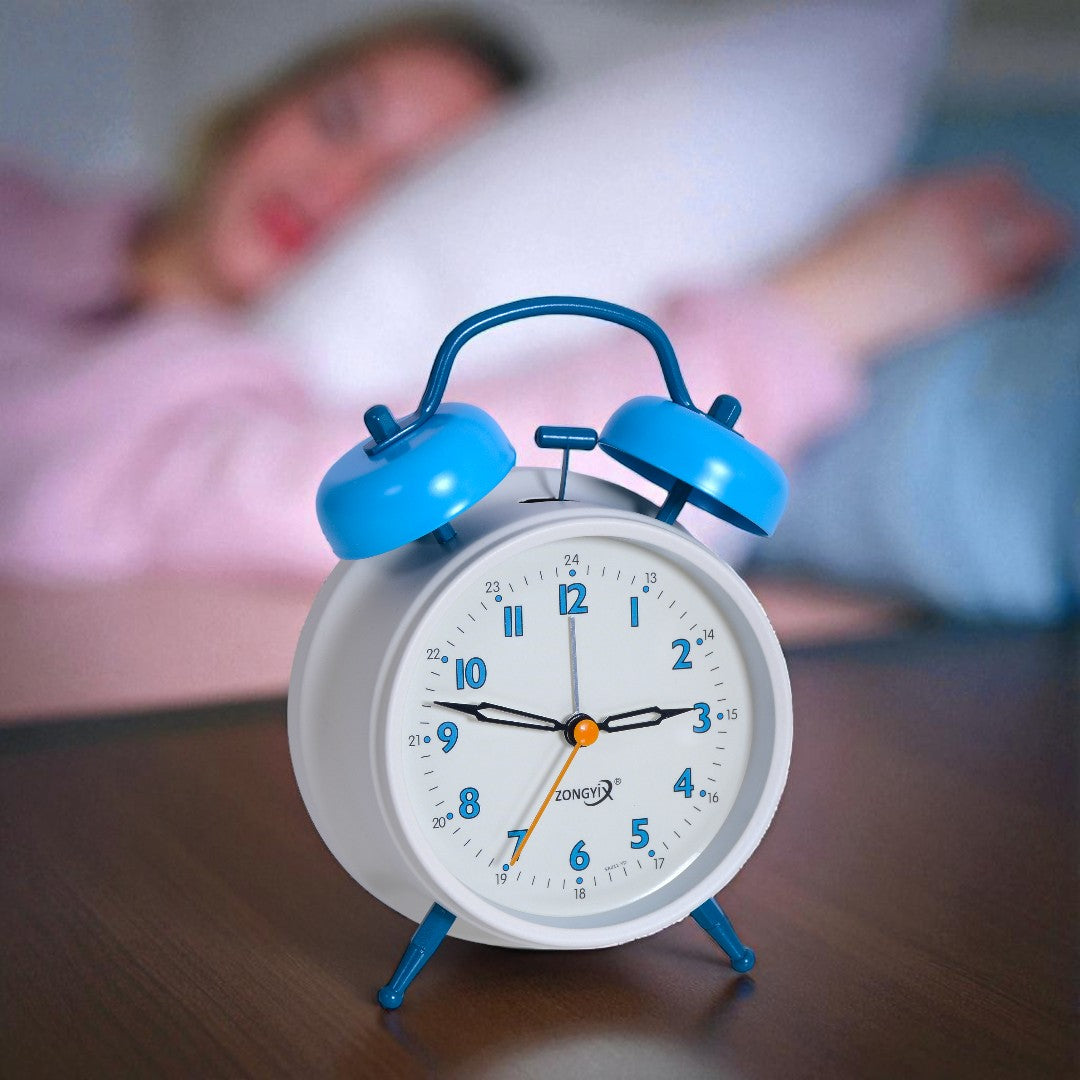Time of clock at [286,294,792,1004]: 2:47
